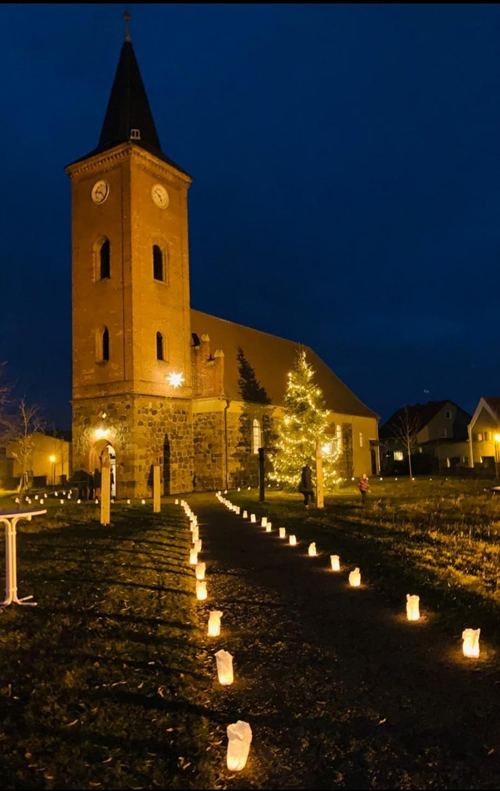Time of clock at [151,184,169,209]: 4:50
